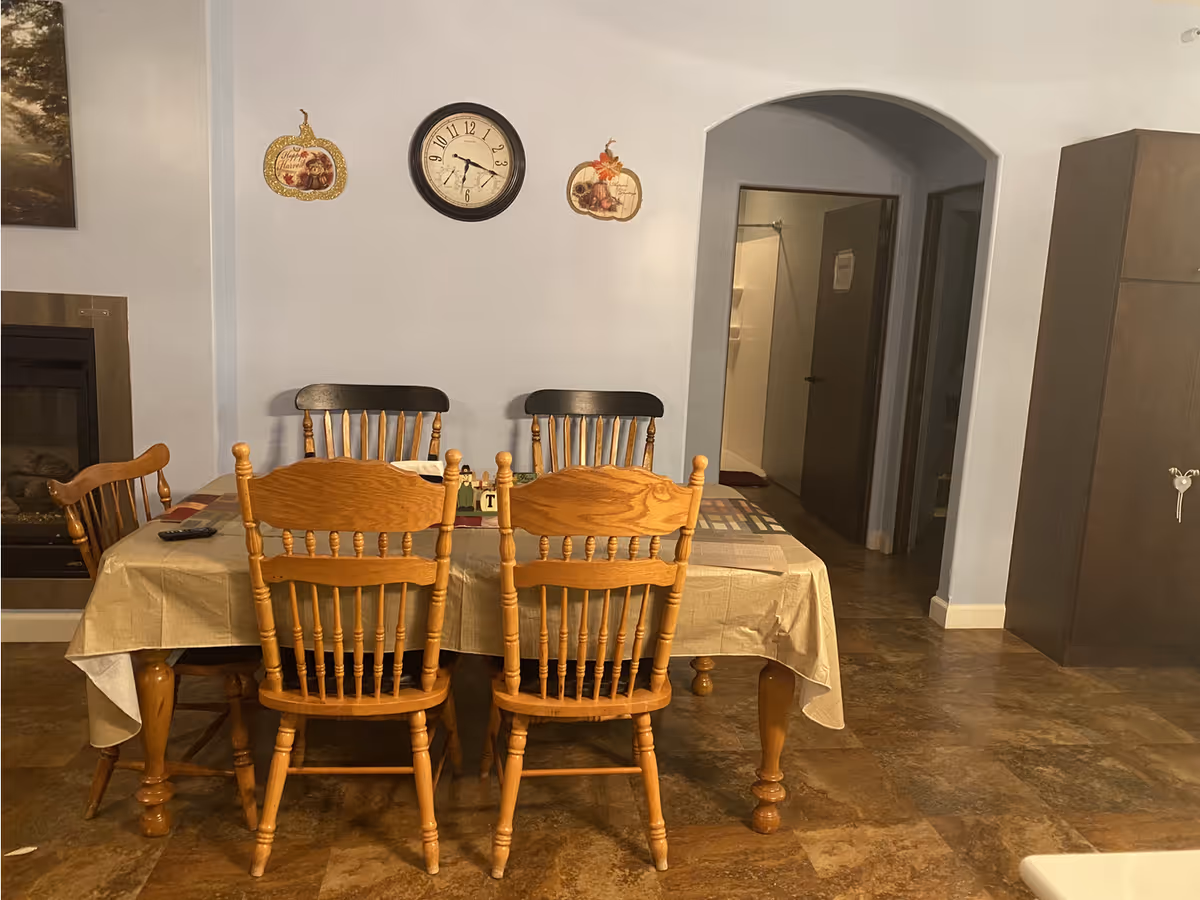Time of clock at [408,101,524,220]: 6:17
